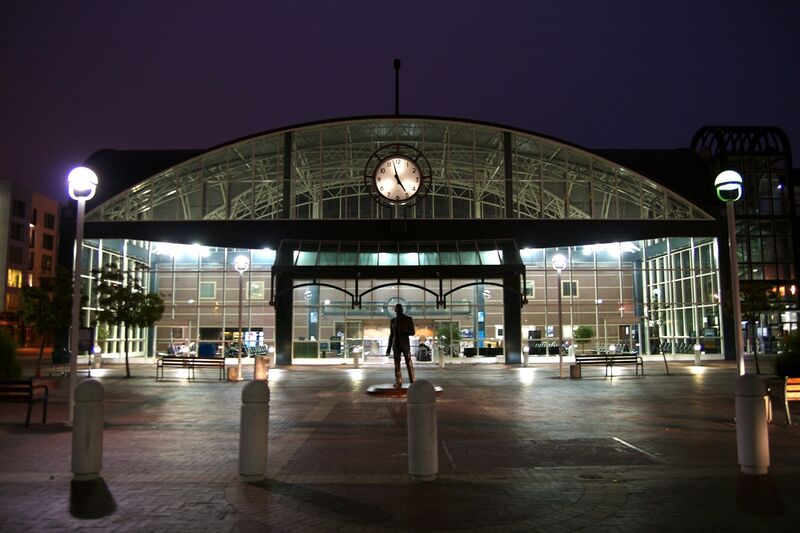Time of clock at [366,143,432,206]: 4:57
